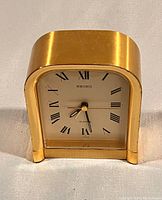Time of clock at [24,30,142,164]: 7:28
